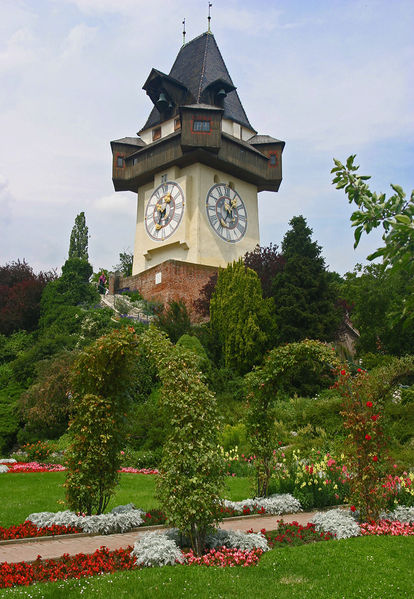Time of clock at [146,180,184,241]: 7:04
